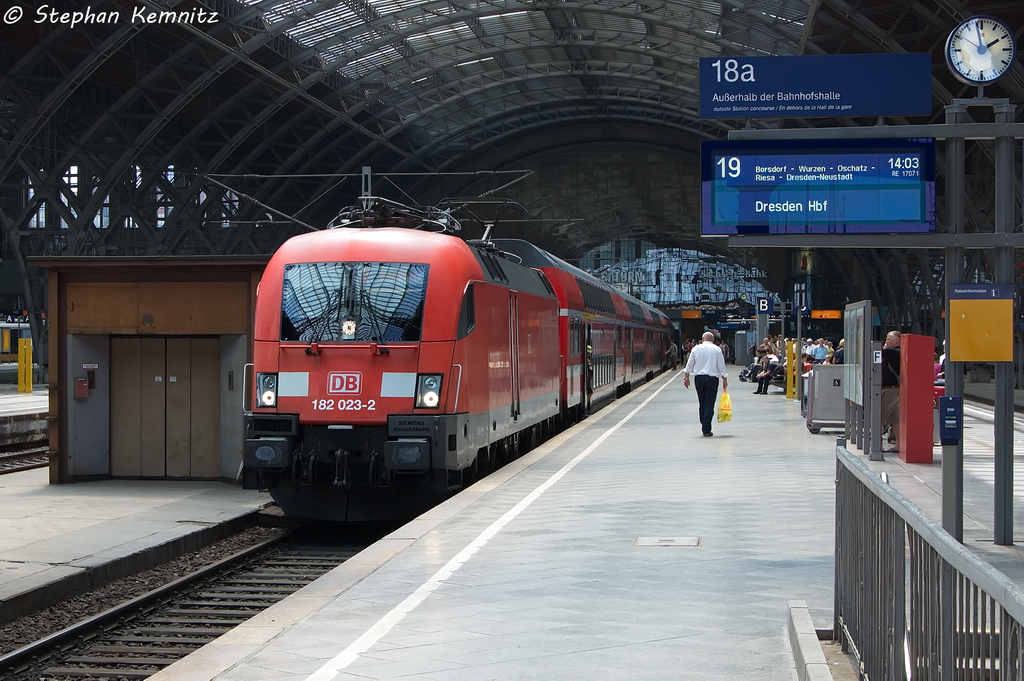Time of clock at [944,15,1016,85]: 1:58
